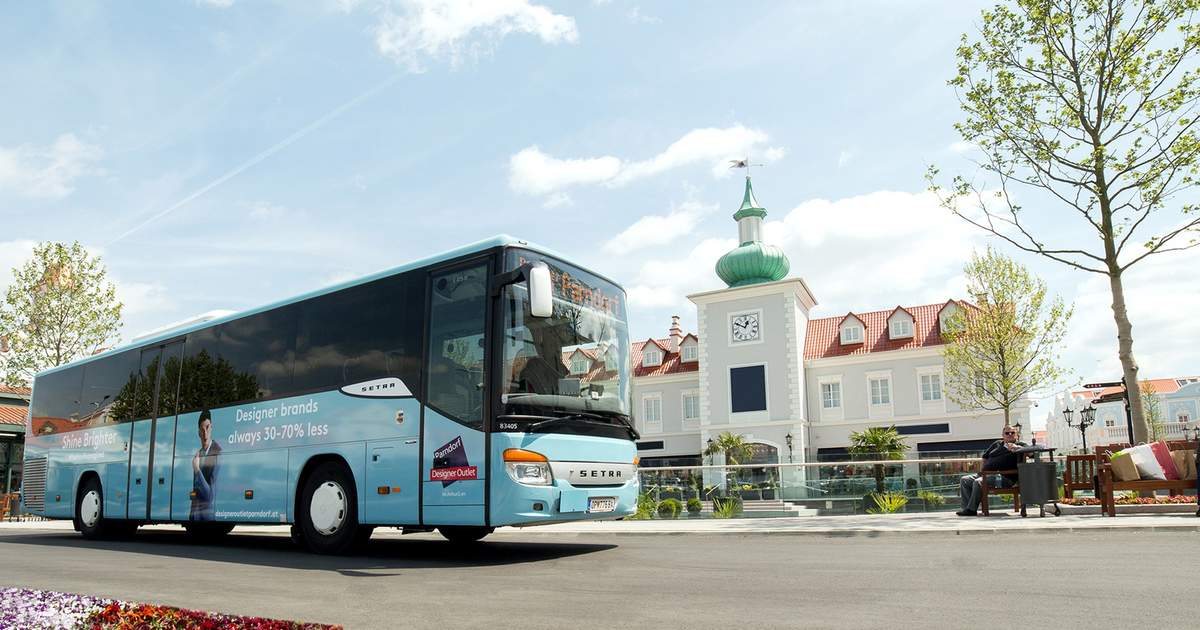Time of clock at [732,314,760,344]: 12:49
